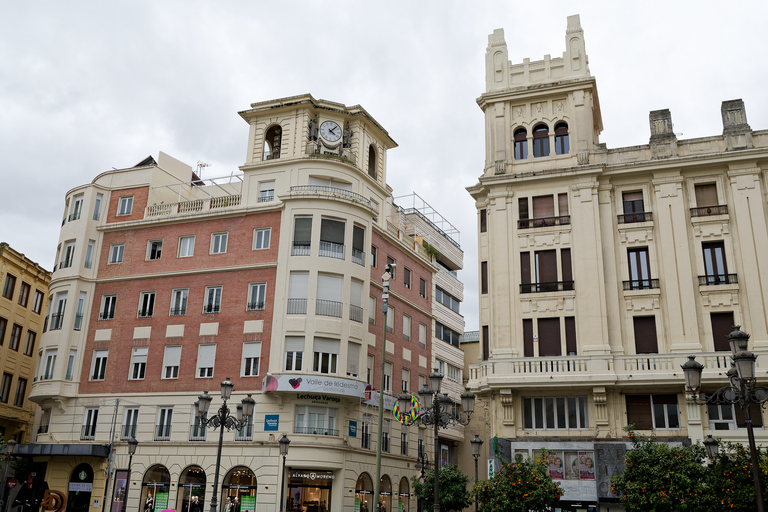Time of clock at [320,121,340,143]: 4:07
